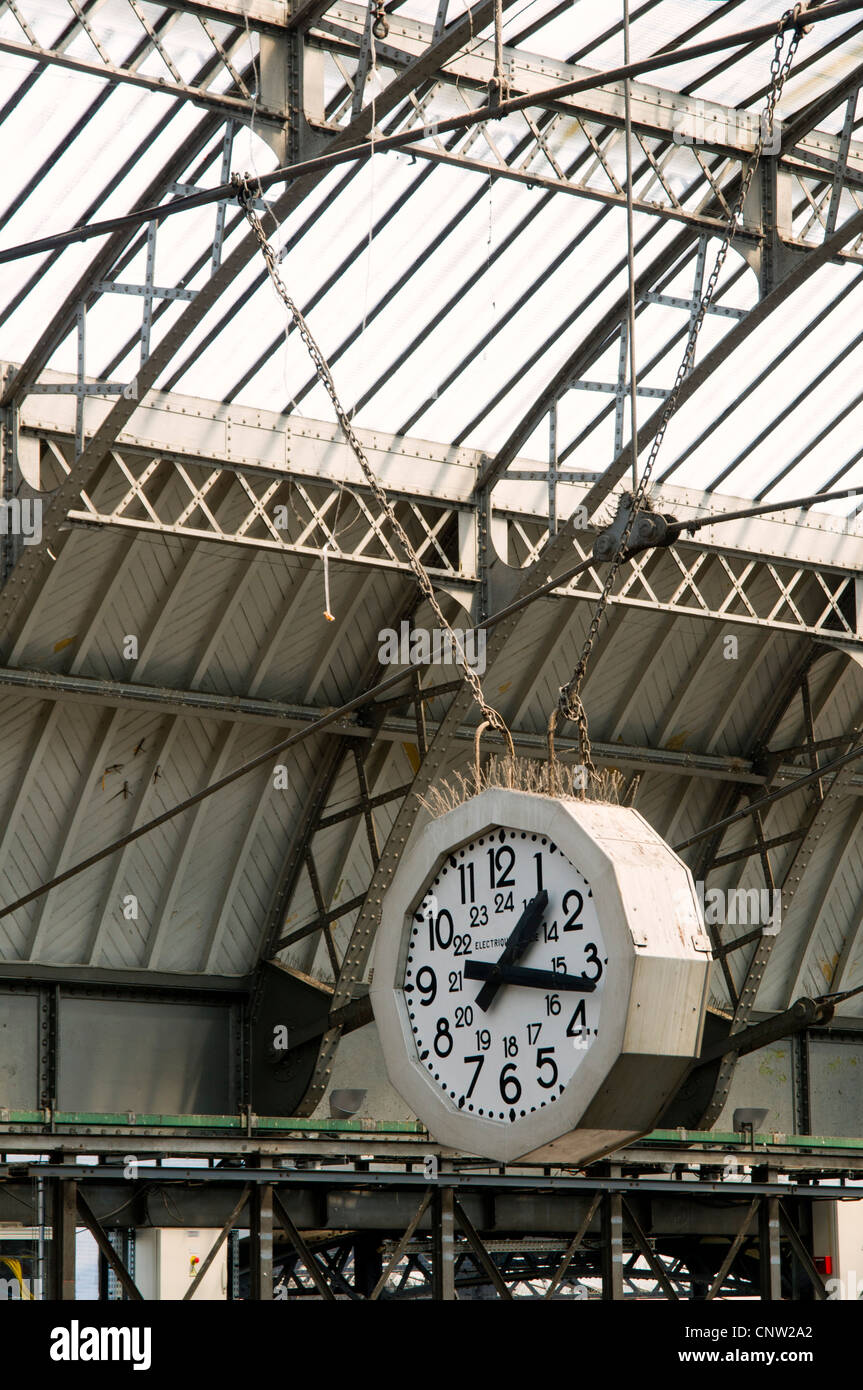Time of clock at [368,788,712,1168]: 1:16
